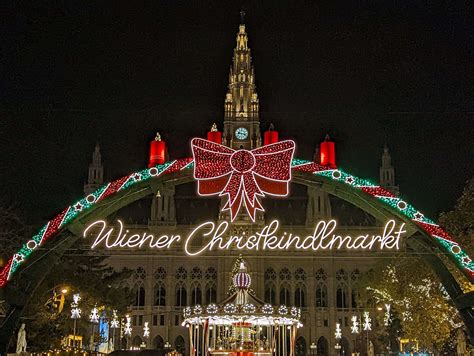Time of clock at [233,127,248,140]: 9:17
